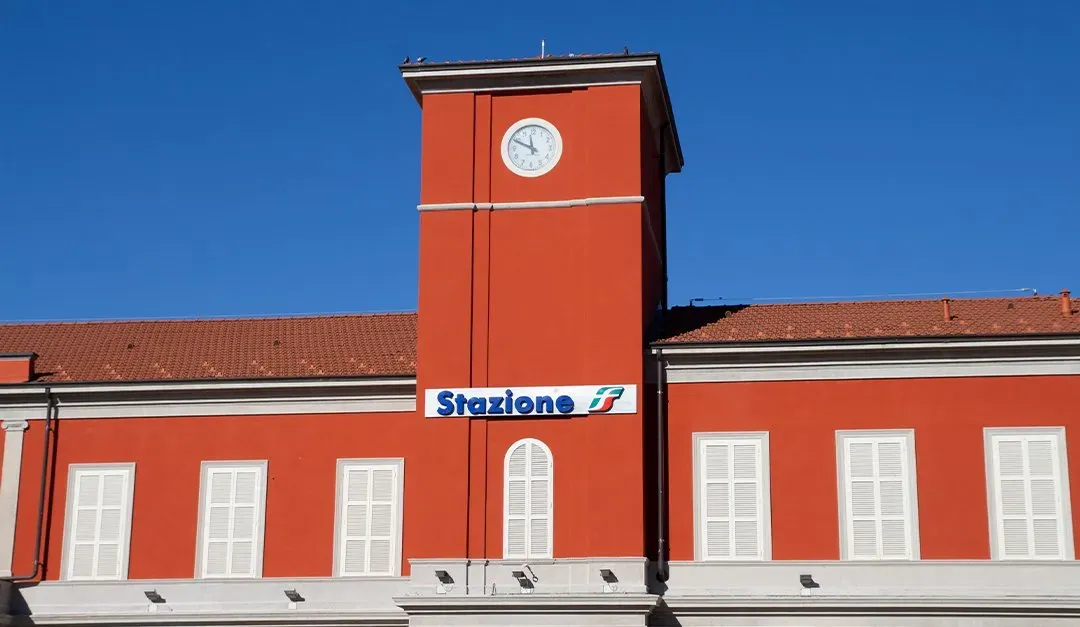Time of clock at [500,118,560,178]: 11:49
